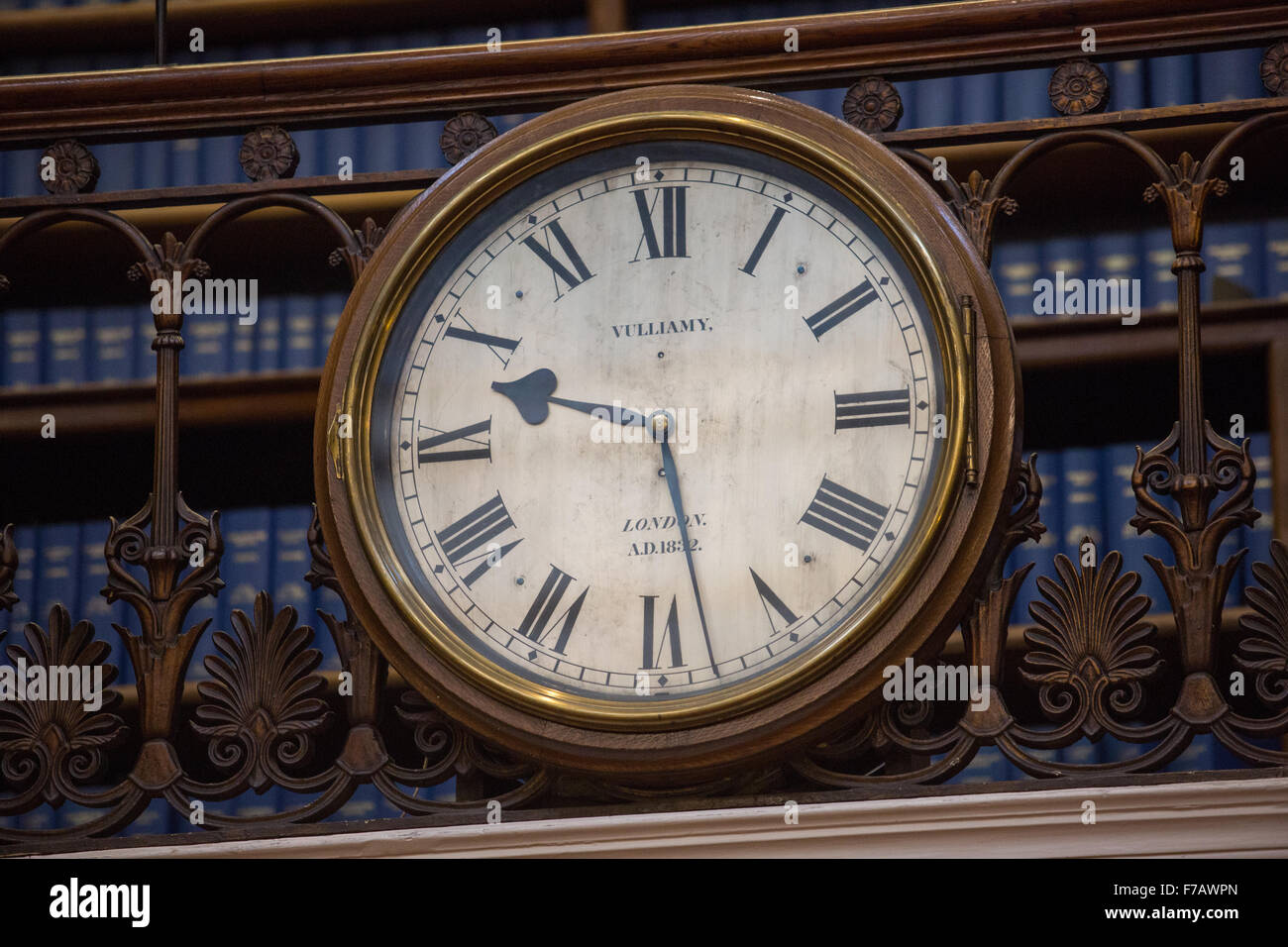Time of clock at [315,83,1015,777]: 9:28
